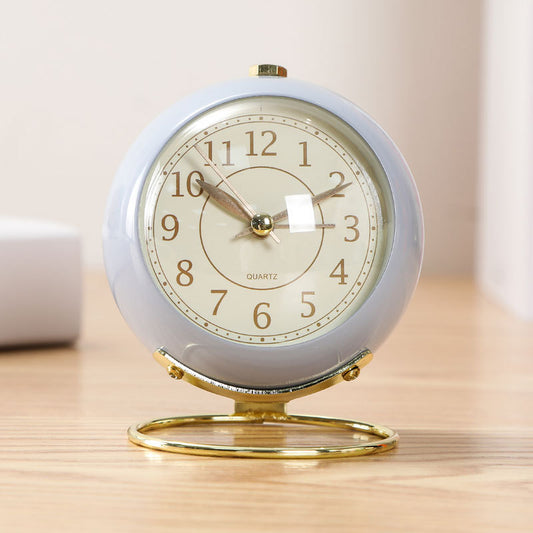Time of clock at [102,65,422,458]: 2:50
